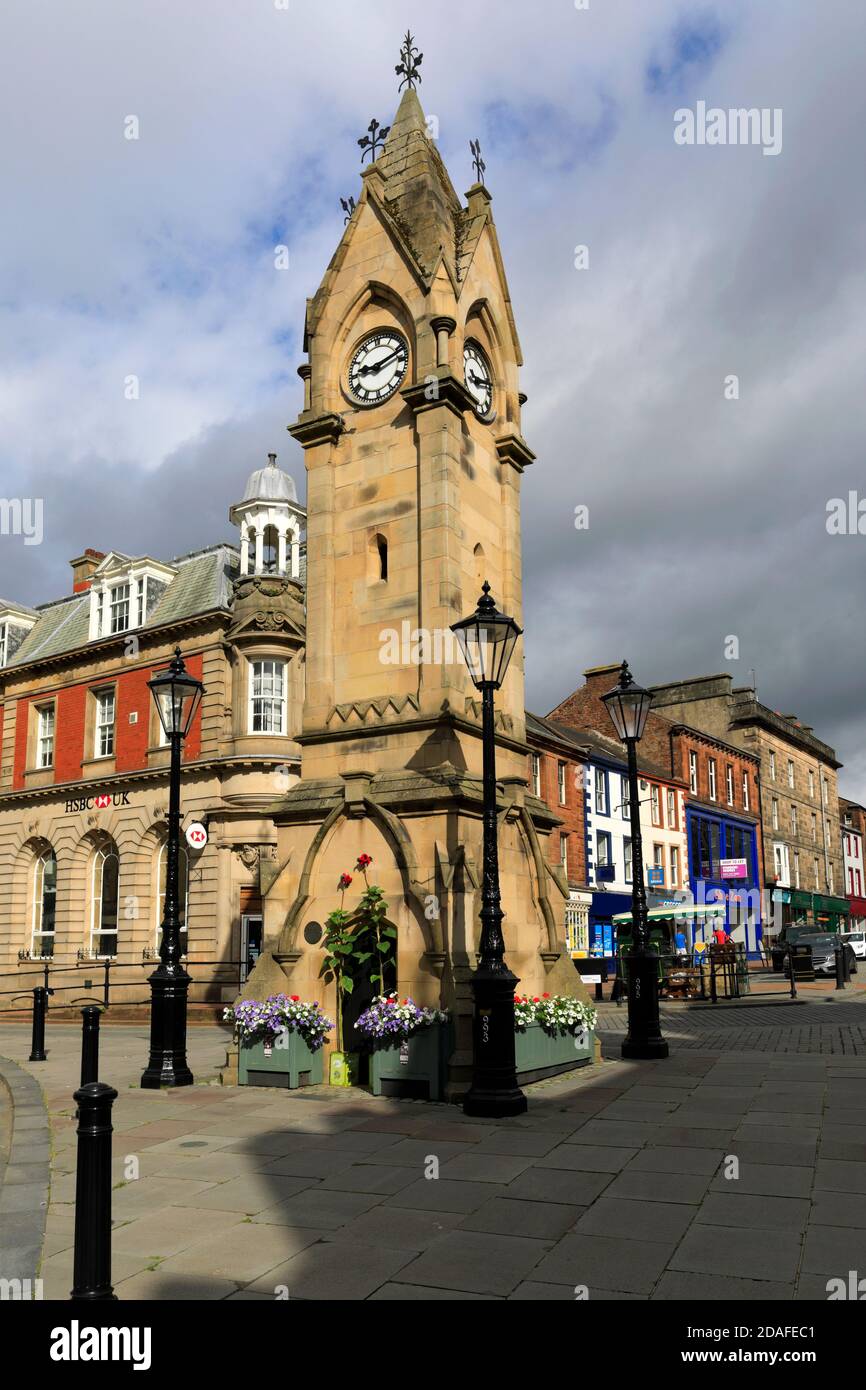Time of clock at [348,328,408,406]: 9:11
